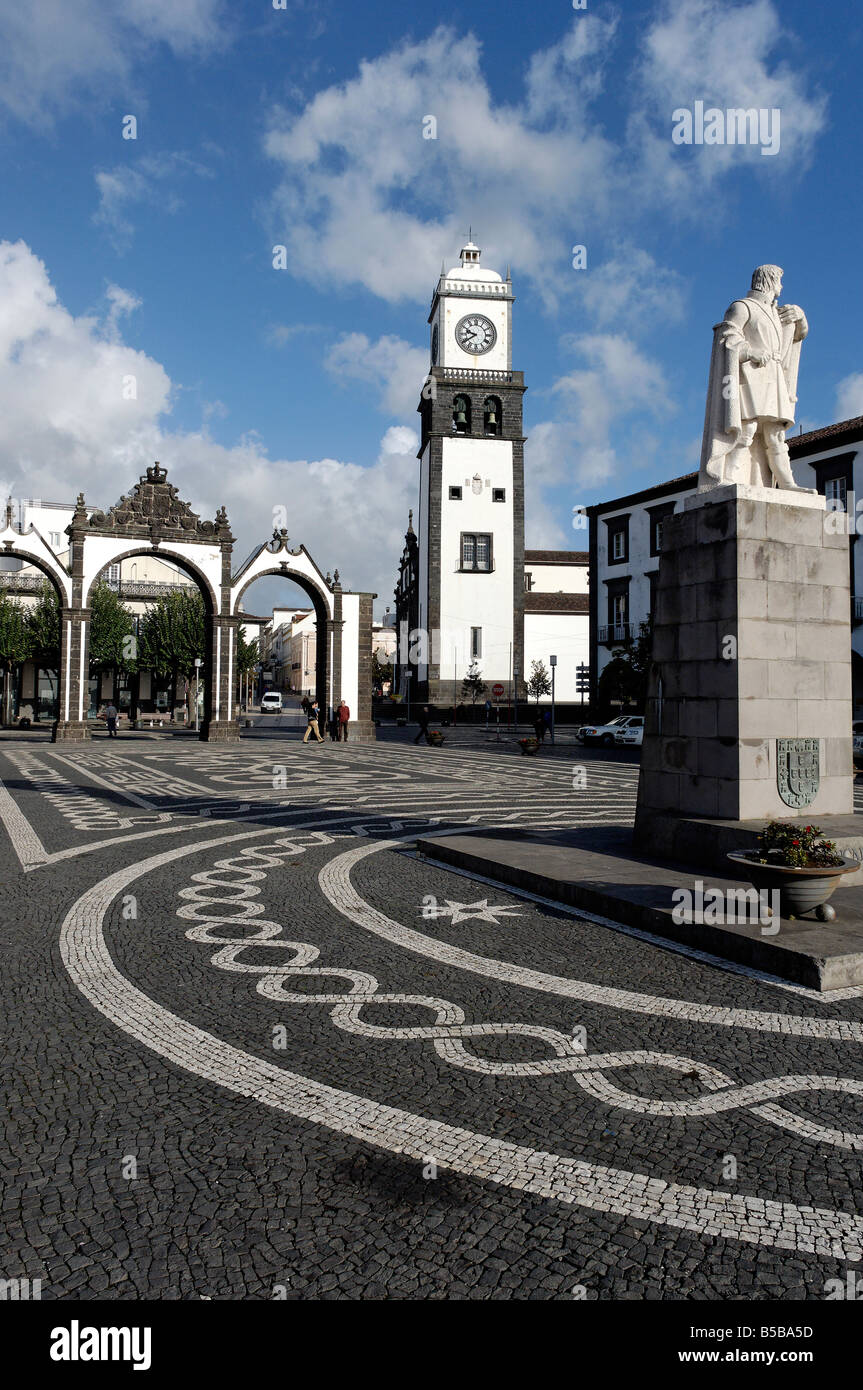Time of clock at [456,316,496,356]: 9:39
